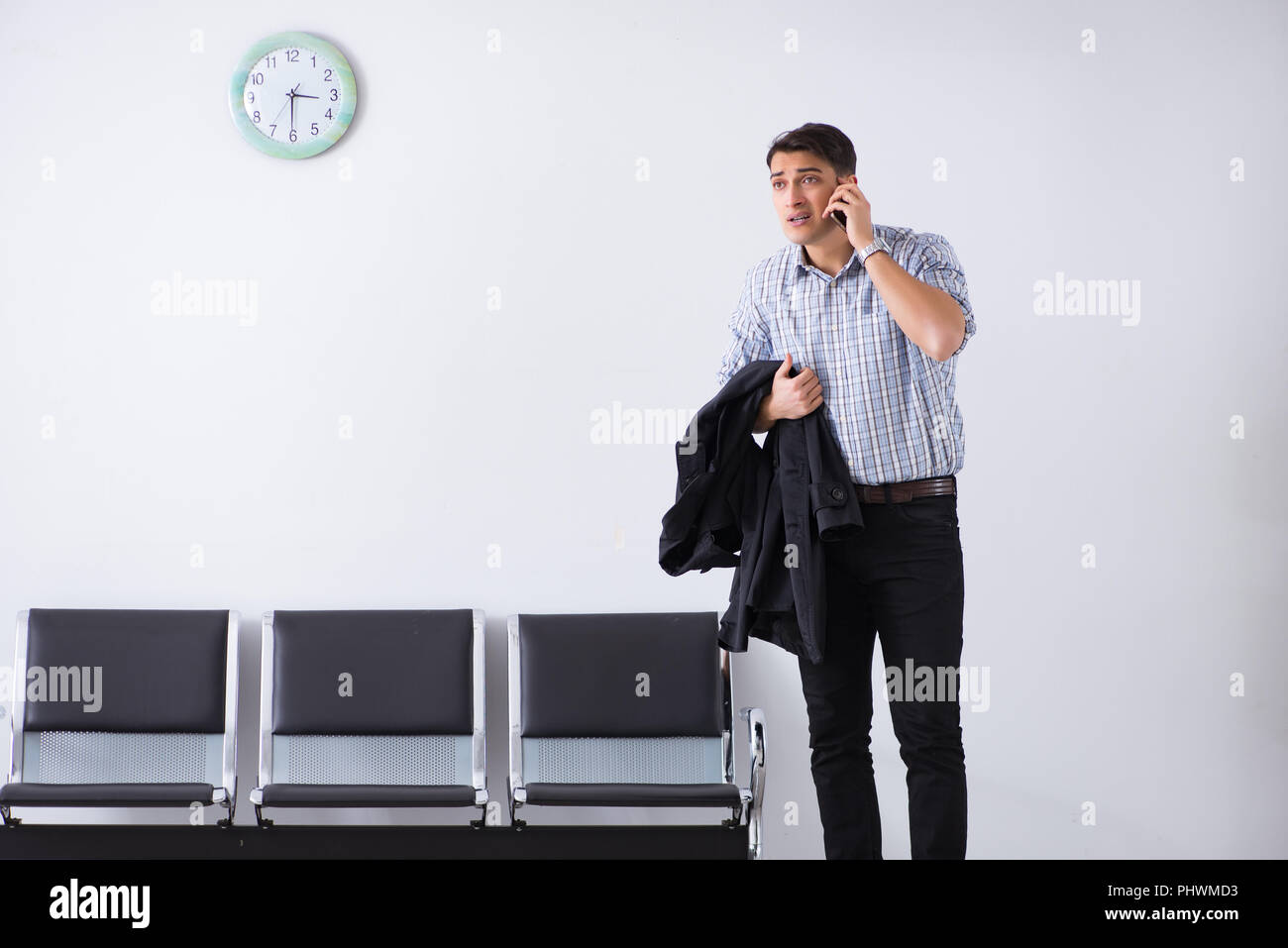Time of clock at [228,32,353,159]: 3:30
